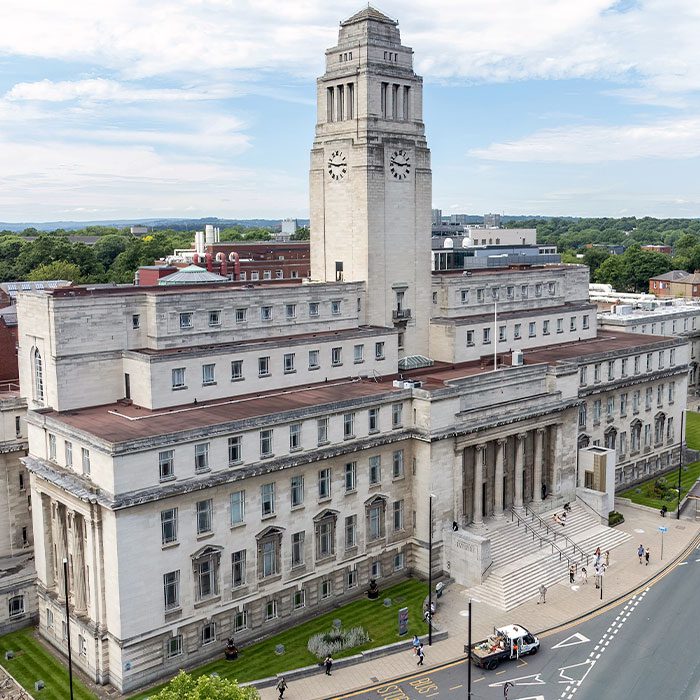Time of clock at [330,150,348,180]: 2:46
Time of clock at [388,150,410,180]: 2:47
